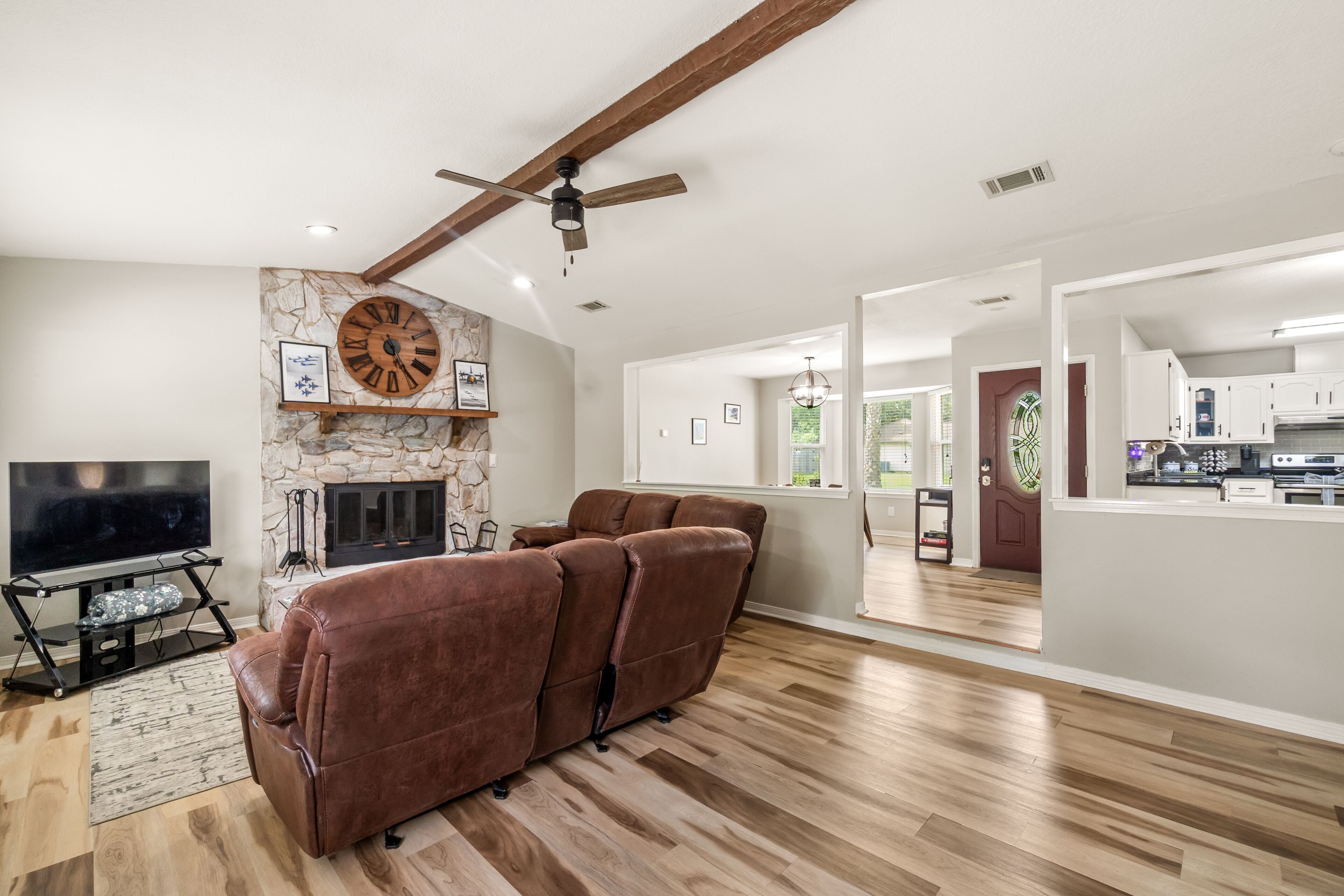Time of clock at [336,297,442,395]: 5:24
